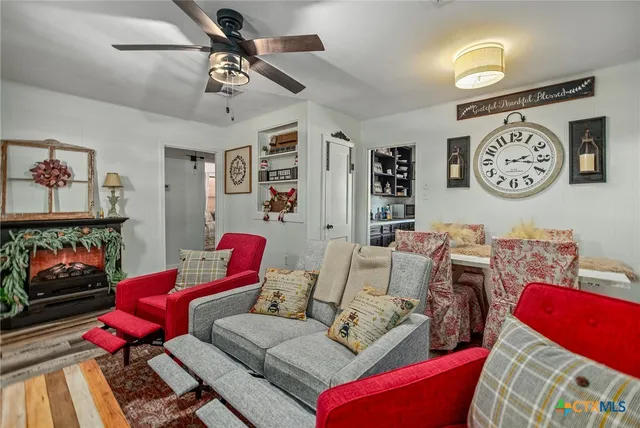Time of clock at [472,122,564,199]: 2:18
